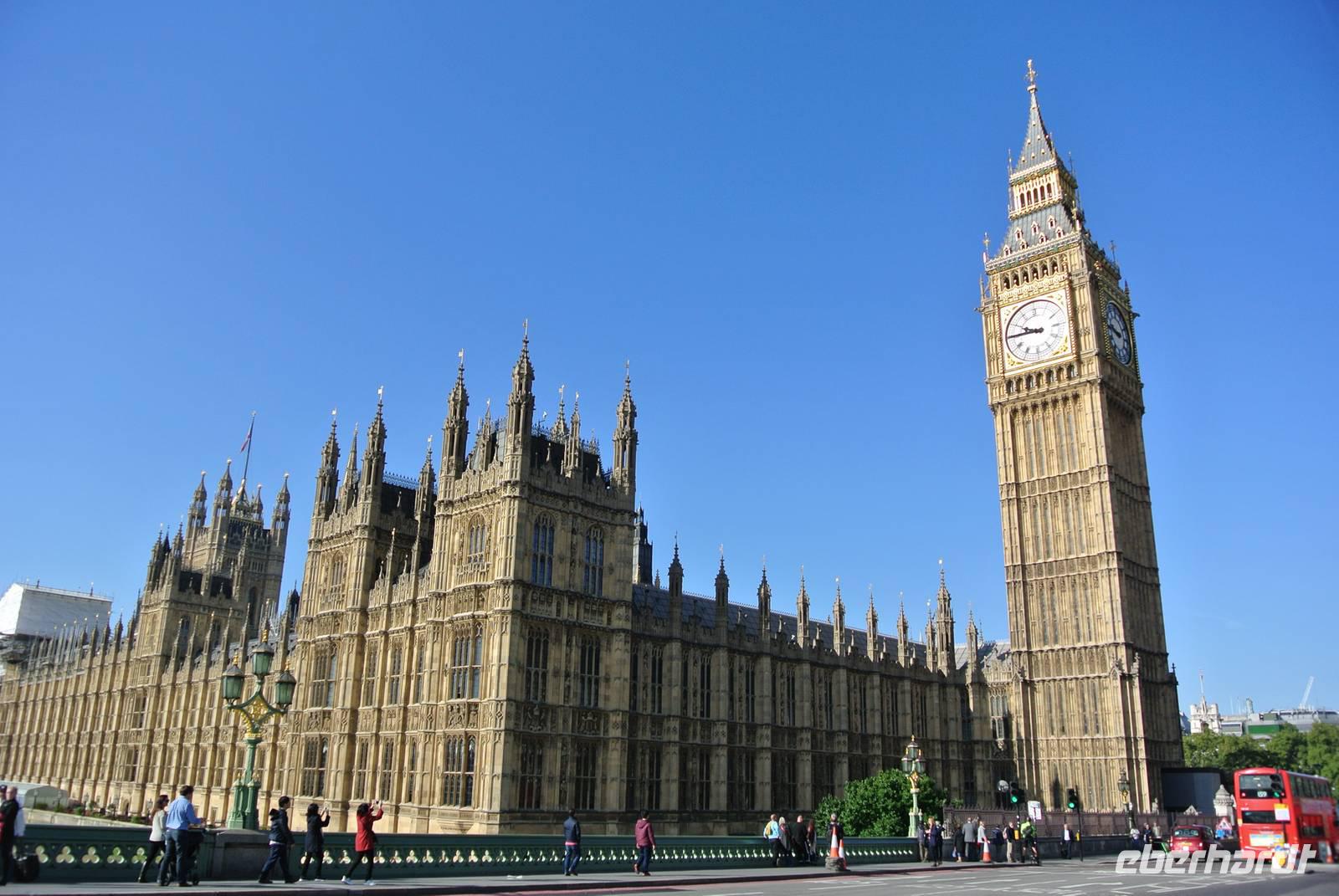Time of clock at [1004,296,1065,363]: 9:45
